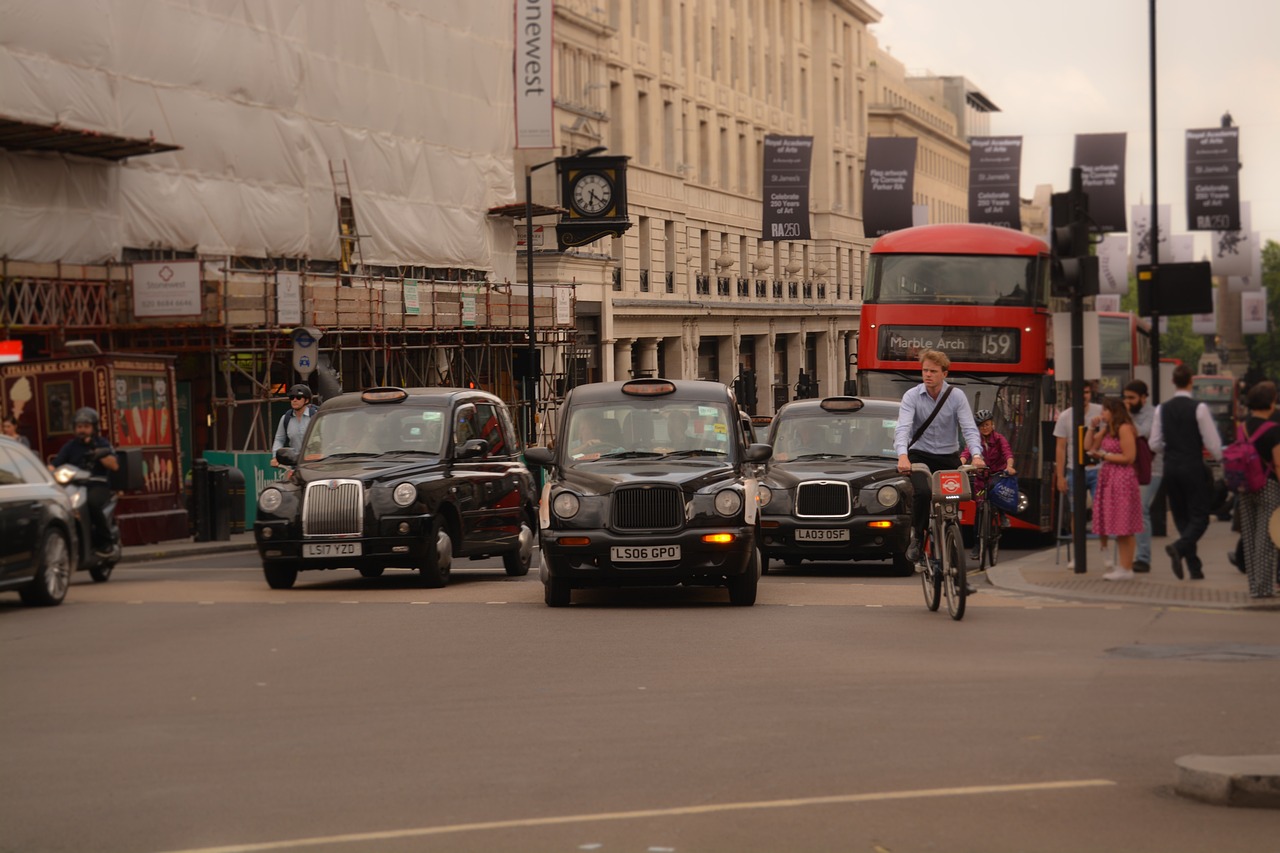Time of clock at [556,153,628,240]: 6:21
